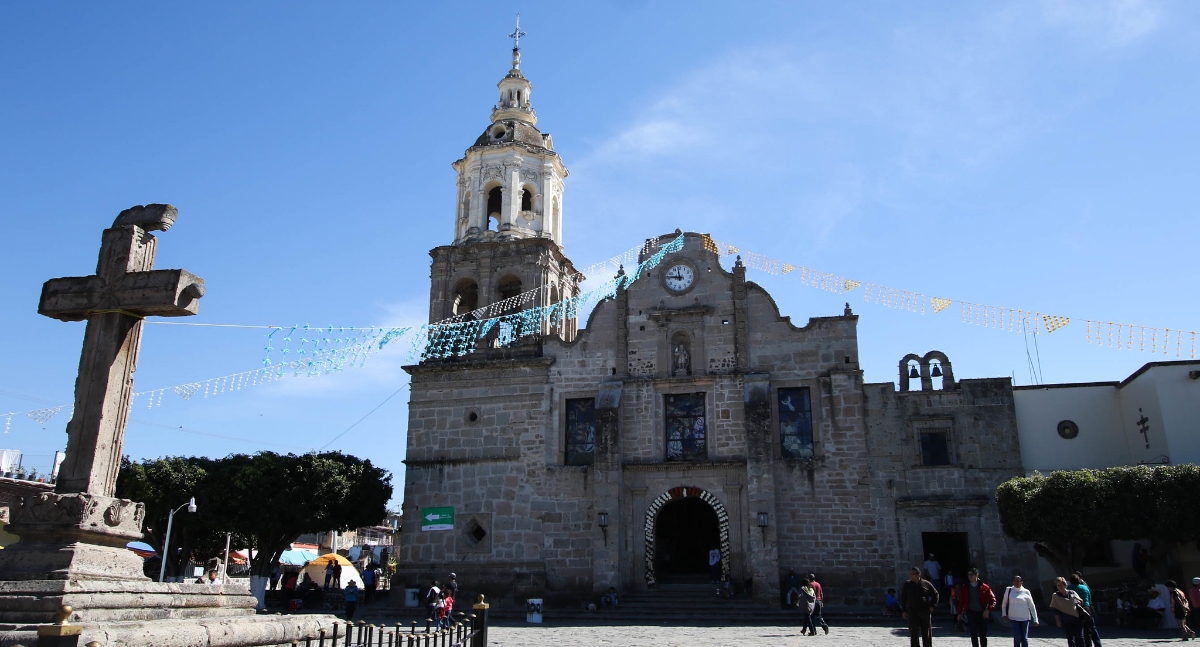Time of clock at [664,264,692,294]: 11:46
